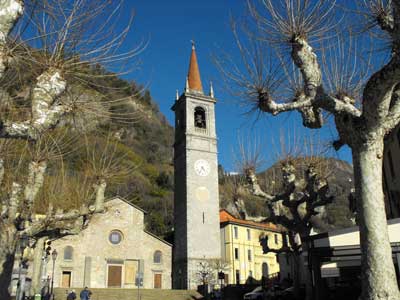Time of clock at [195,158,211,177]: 4:34
